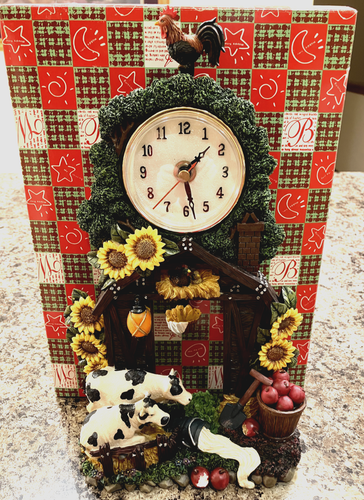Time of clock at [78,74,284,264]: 1:27
